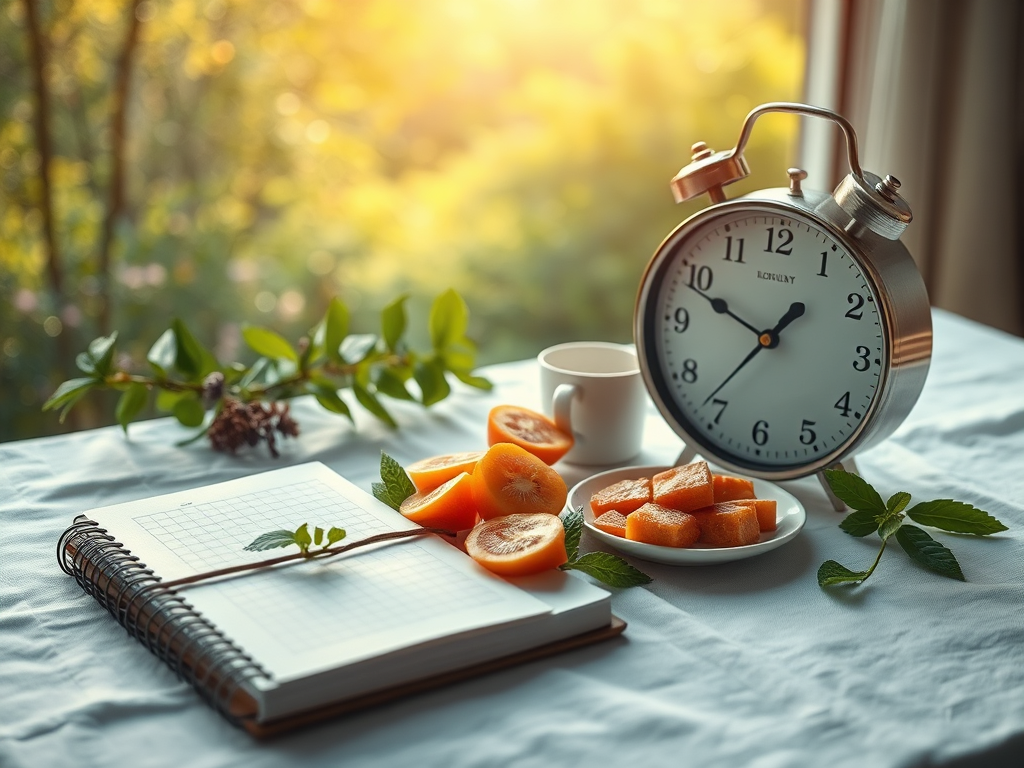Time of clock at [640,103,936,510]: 9:36
